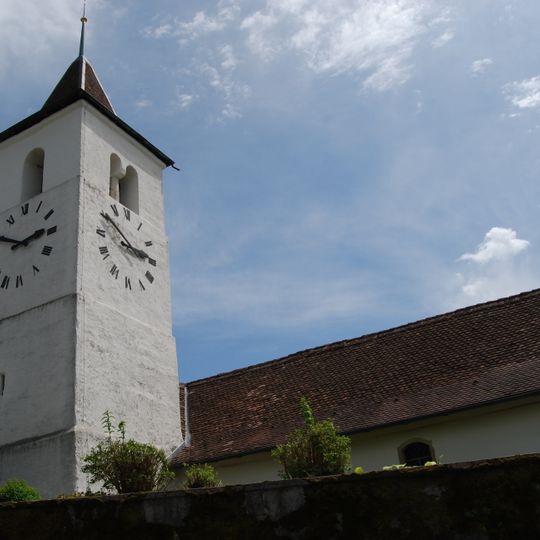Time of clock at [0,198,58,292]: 2:49
